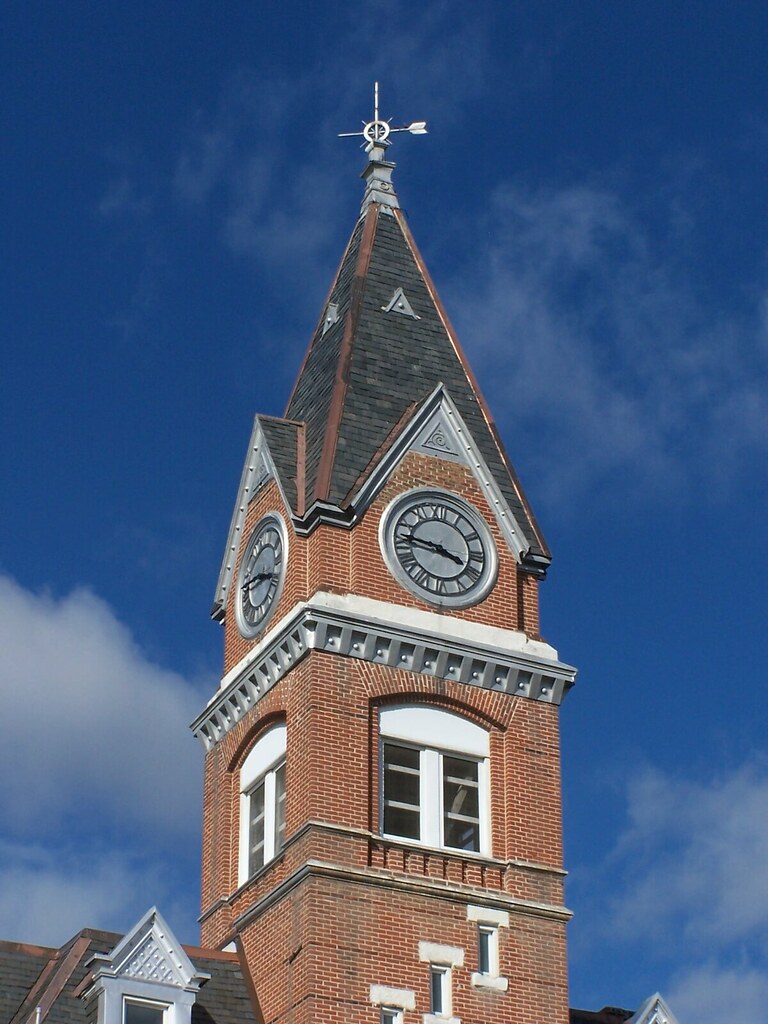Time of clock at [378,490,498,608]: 3:46
